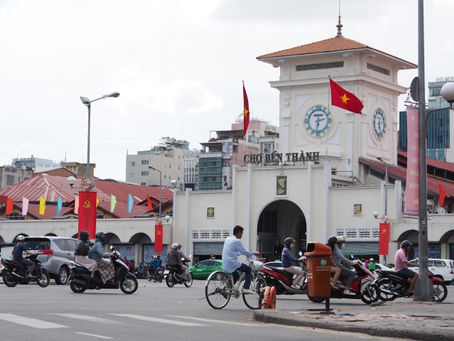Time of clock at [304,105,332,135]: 2:32
